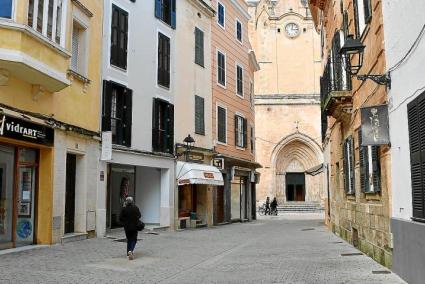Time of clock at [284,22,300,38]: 3:02
